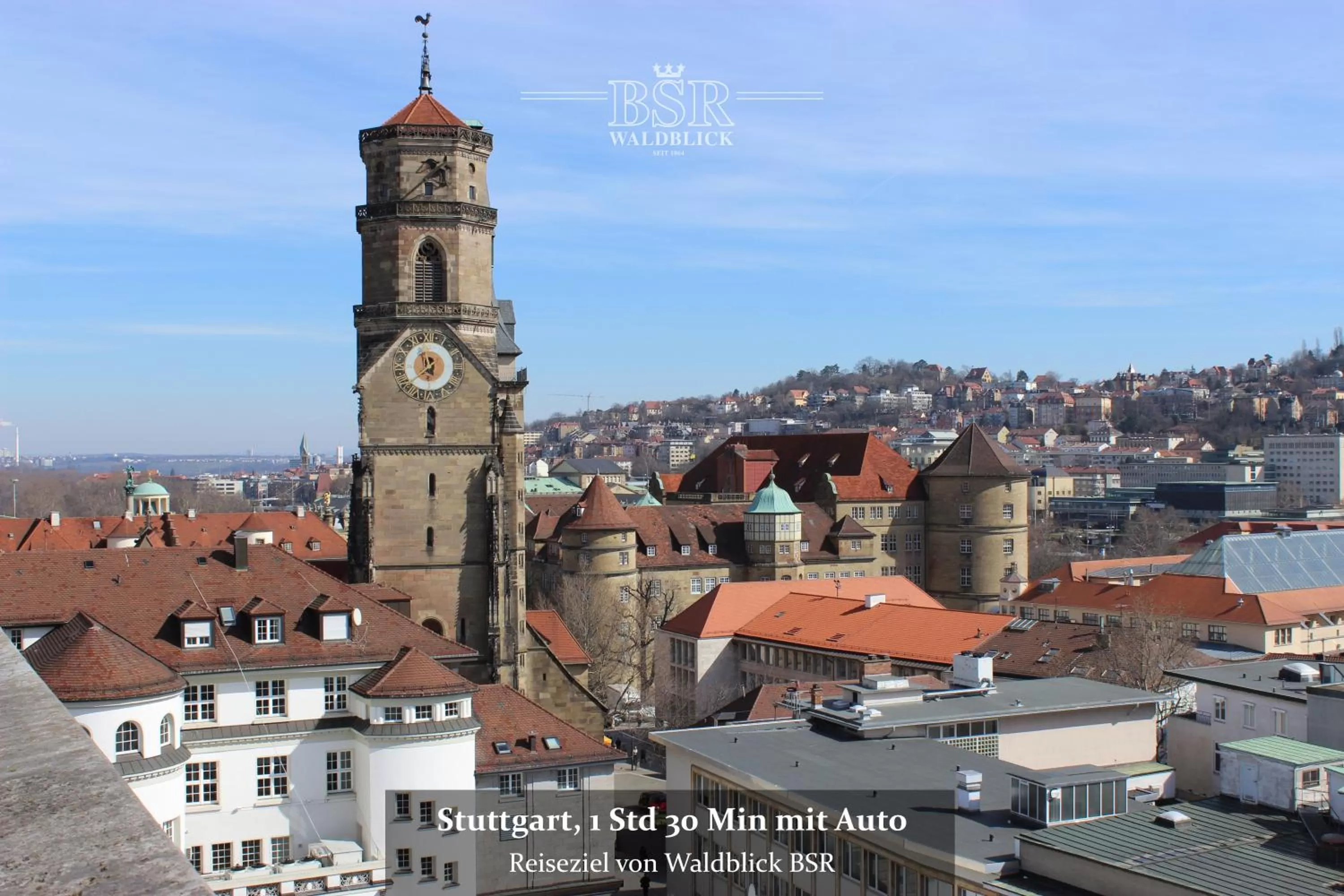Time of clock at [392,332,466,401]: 11:37
